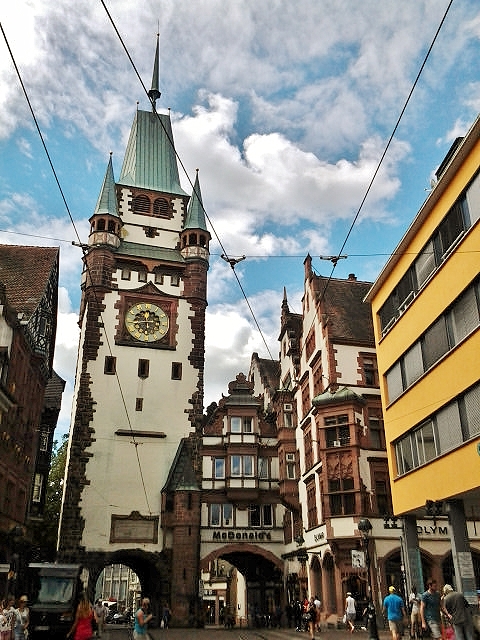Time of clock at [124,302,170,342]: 11:43
